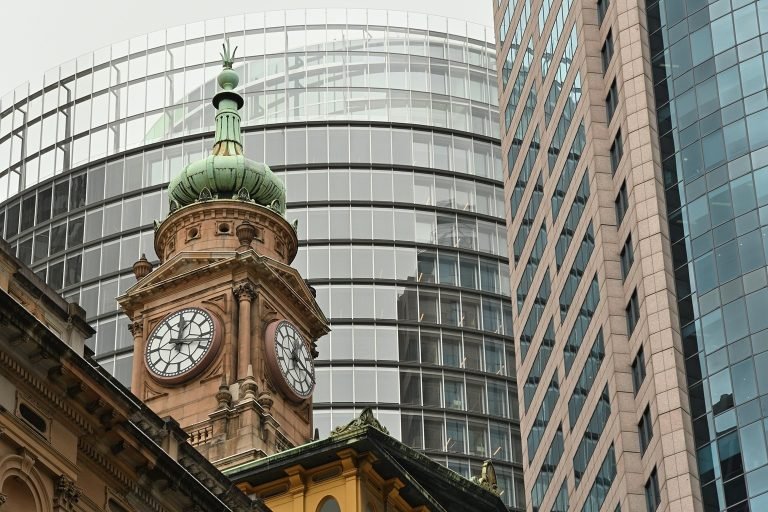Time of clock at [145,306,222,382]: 12:16
